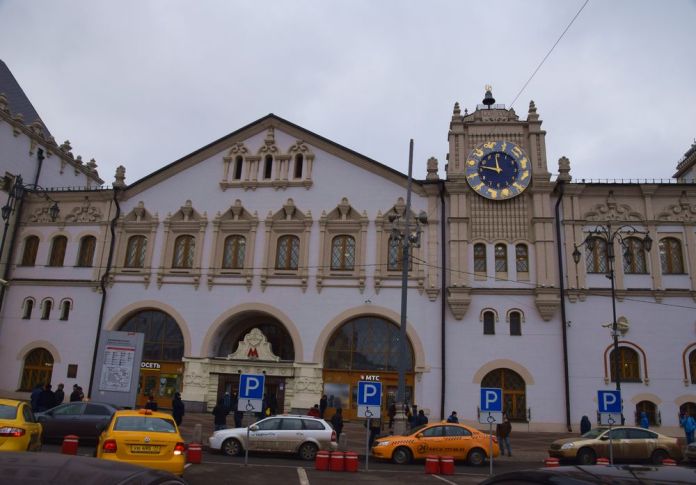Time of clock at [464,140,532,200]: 11:46
